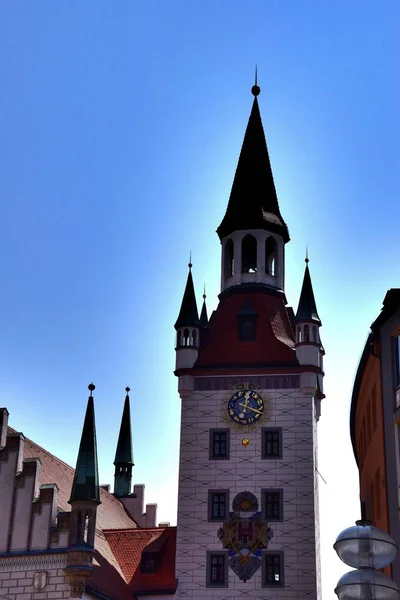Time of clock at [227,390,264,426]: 12:18
